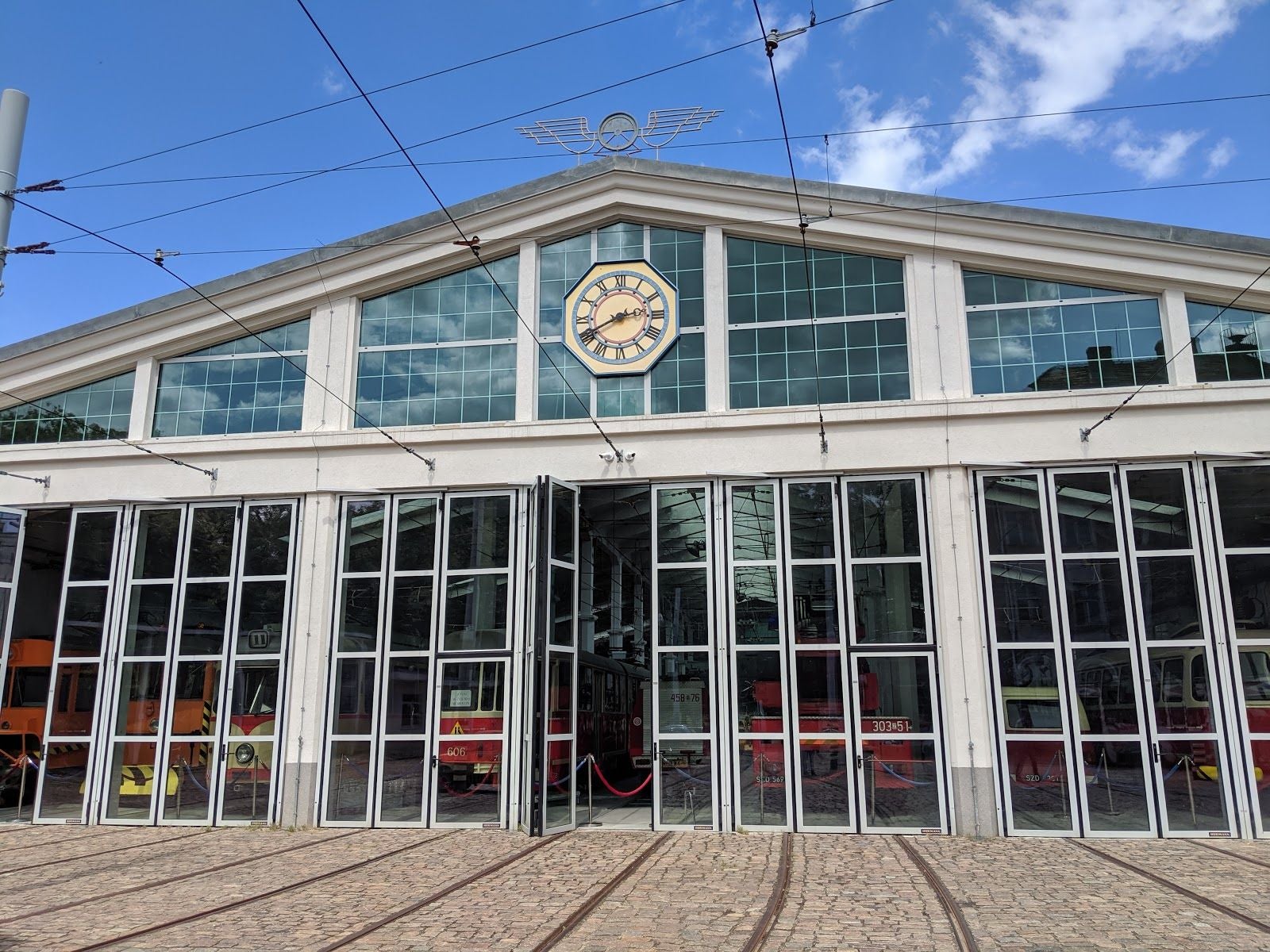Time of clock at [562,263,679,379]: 2:40
